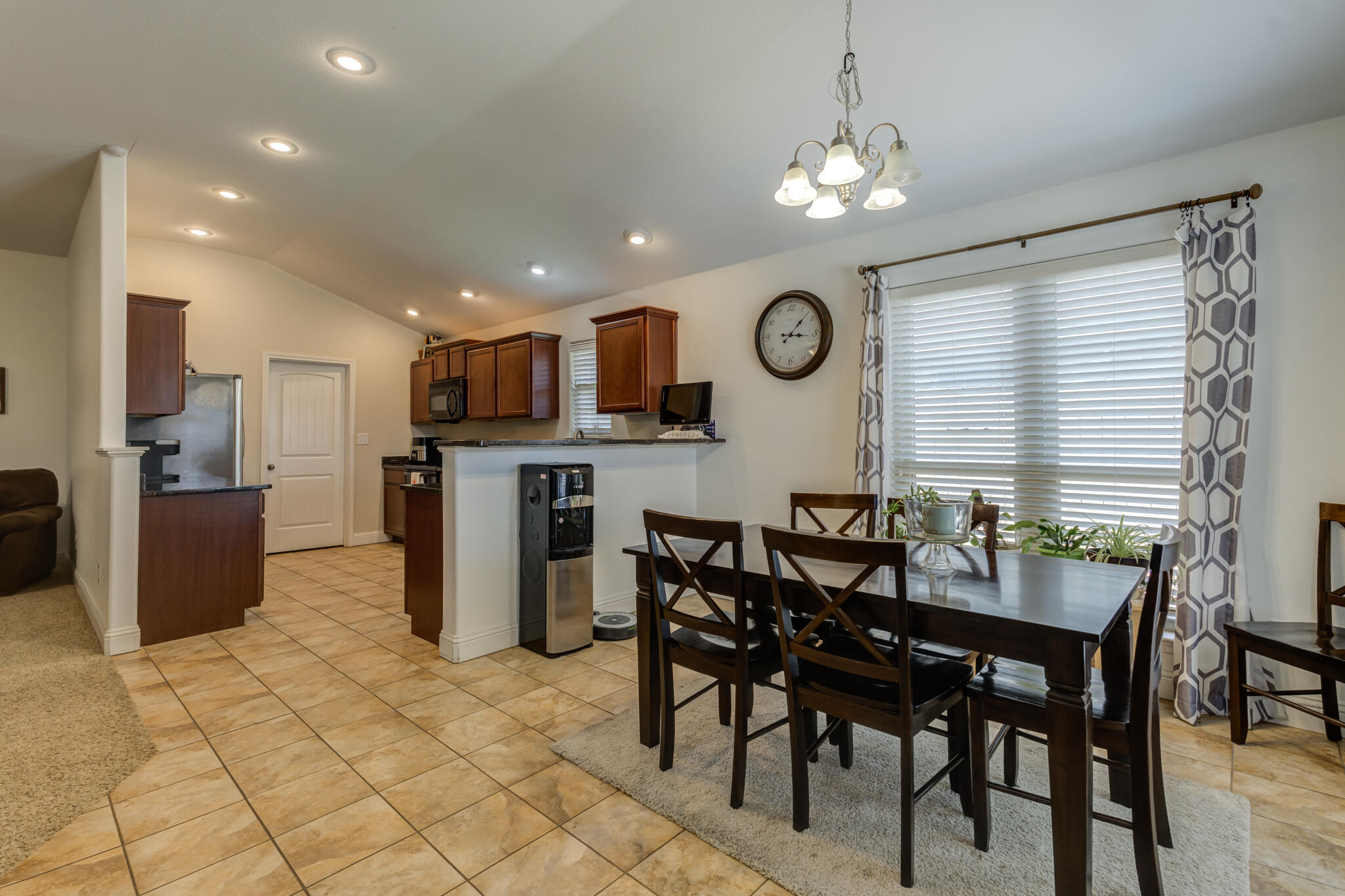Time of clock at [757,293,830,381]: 3:07
